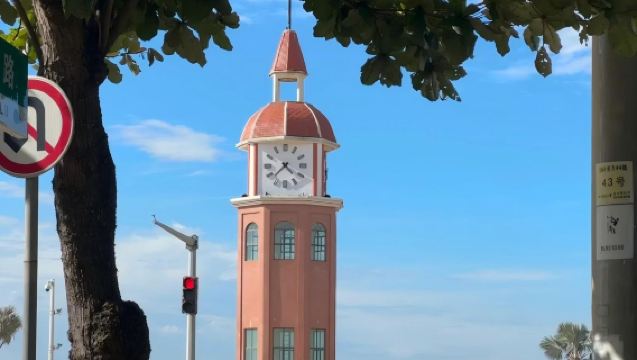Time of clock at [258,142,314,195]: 4:37
